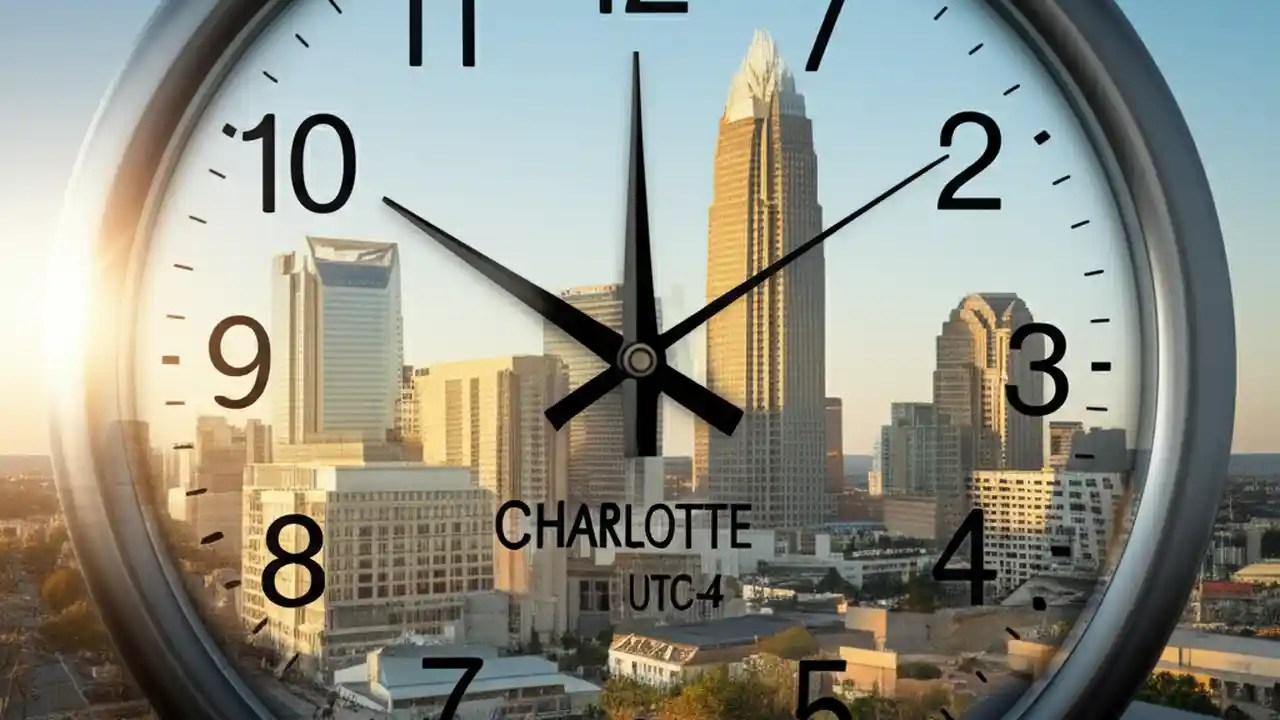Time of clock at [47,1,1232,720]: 10:00
